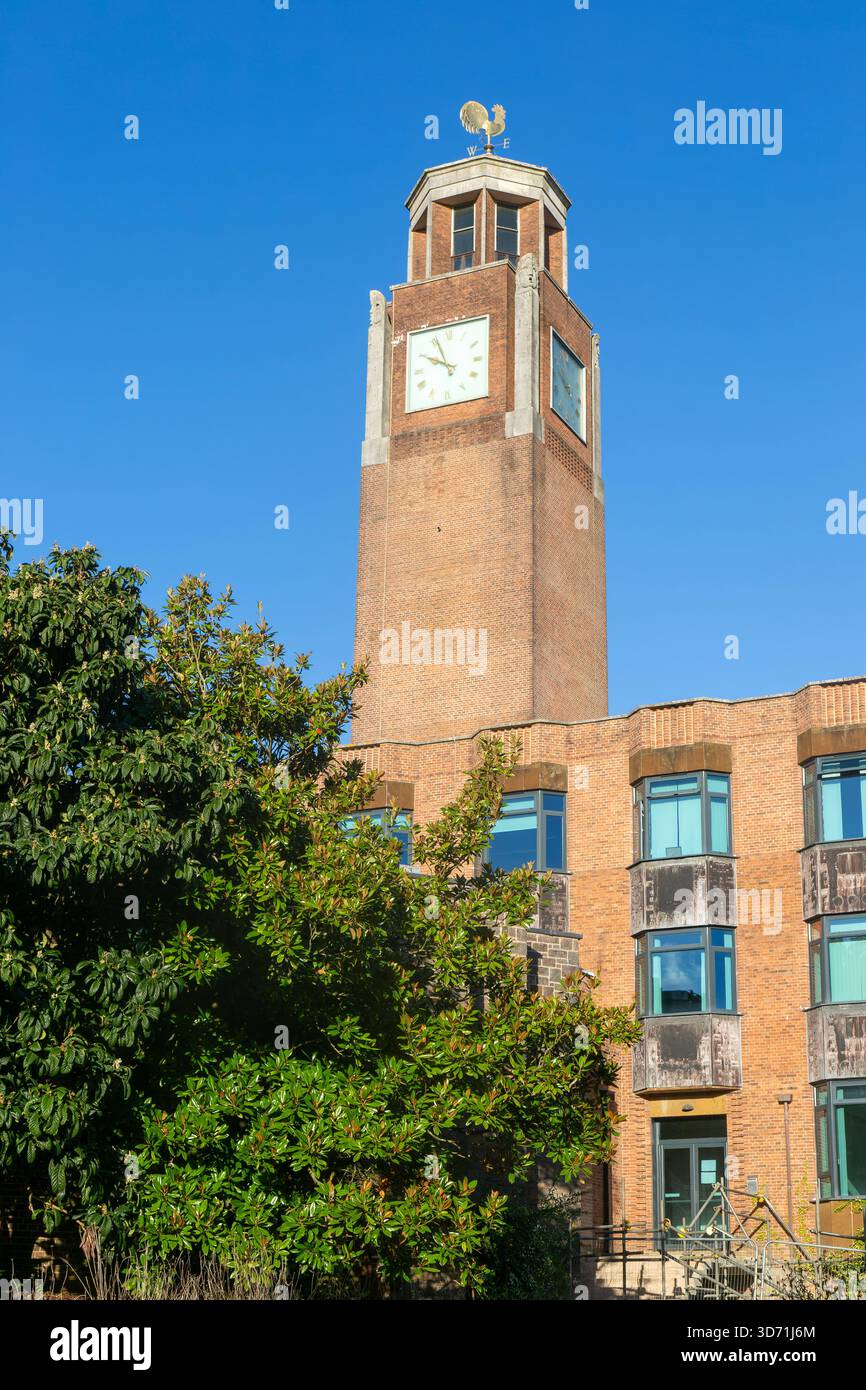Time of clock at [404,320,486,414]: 9:55
